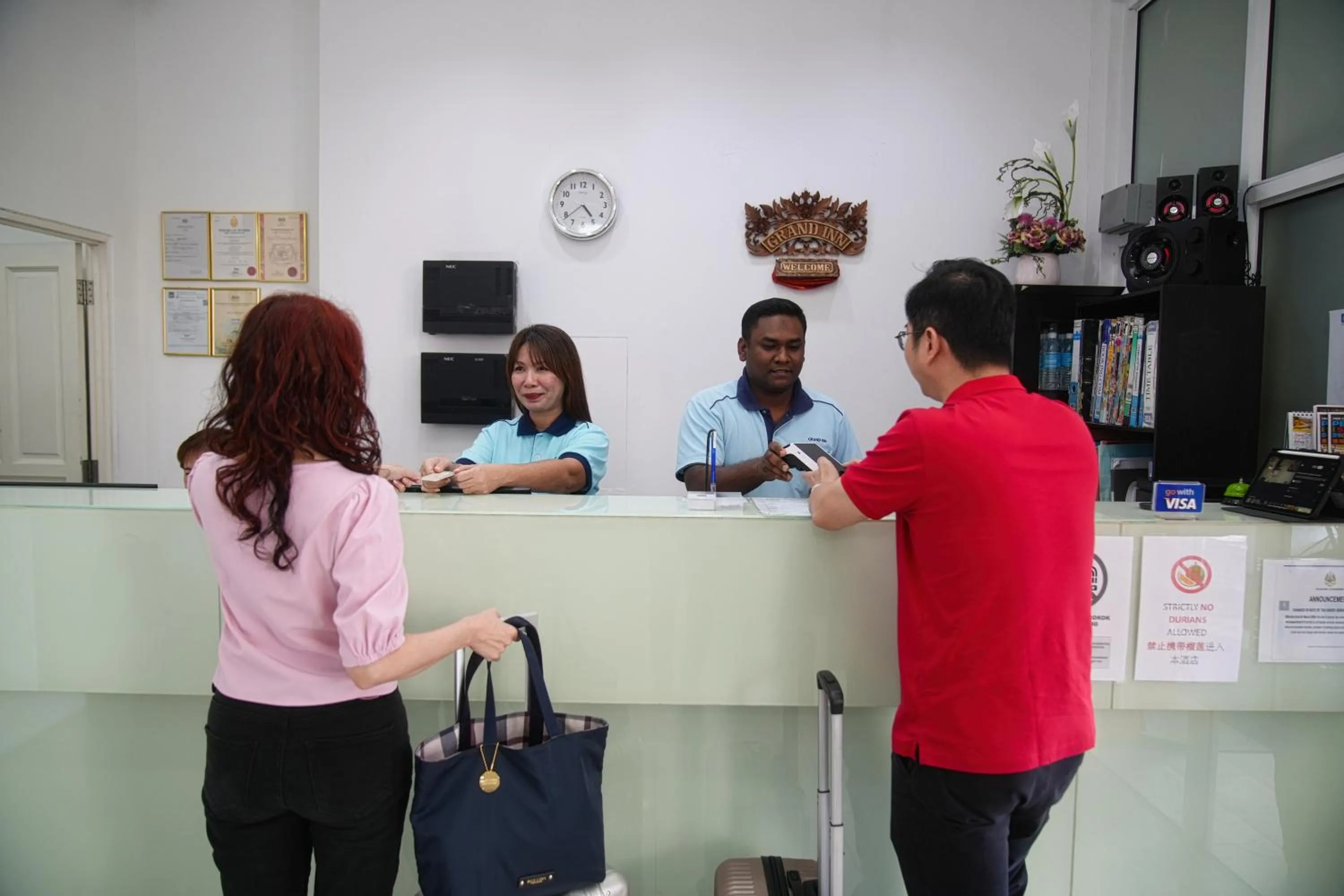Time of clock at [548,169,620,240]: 4:38
